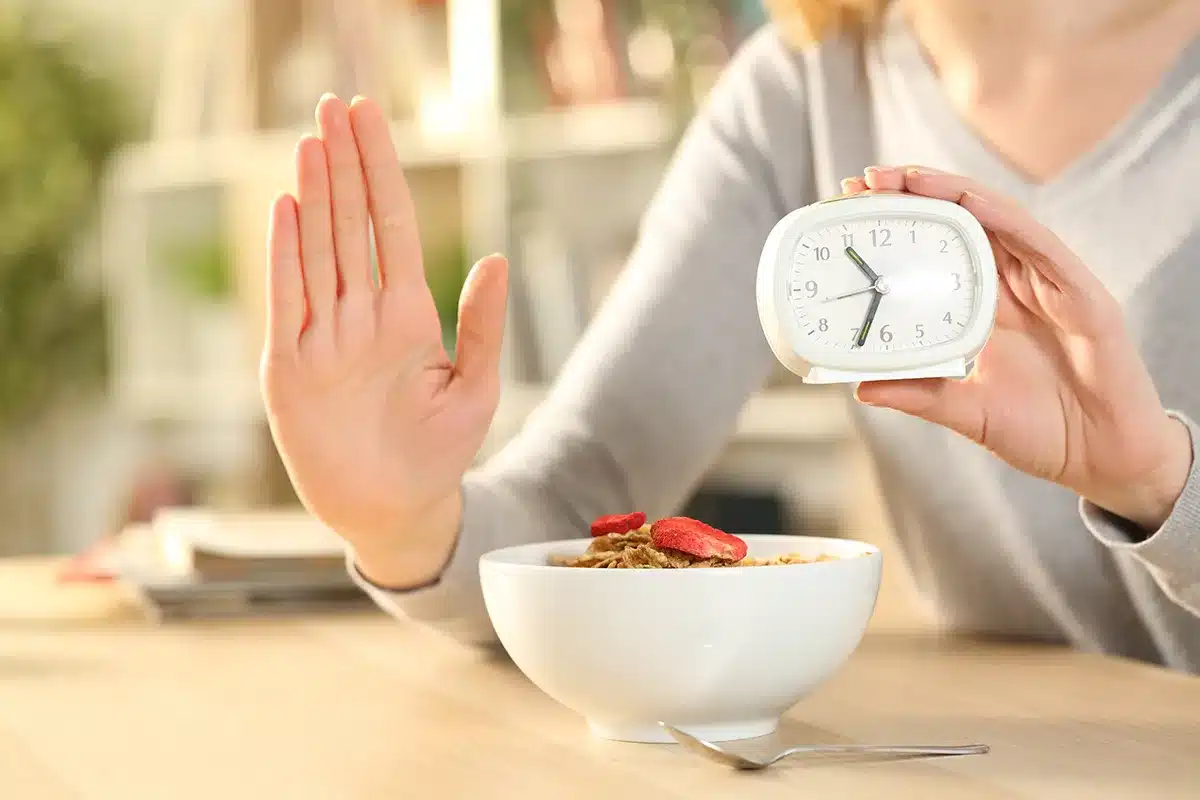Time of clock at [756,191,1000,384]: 10:33
